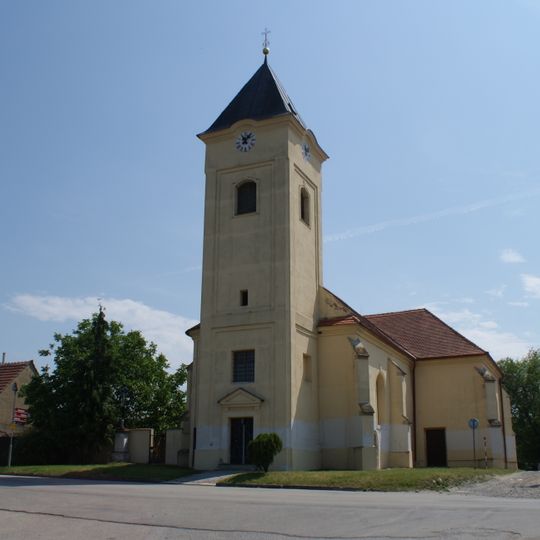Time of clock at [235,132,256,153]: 11:07
